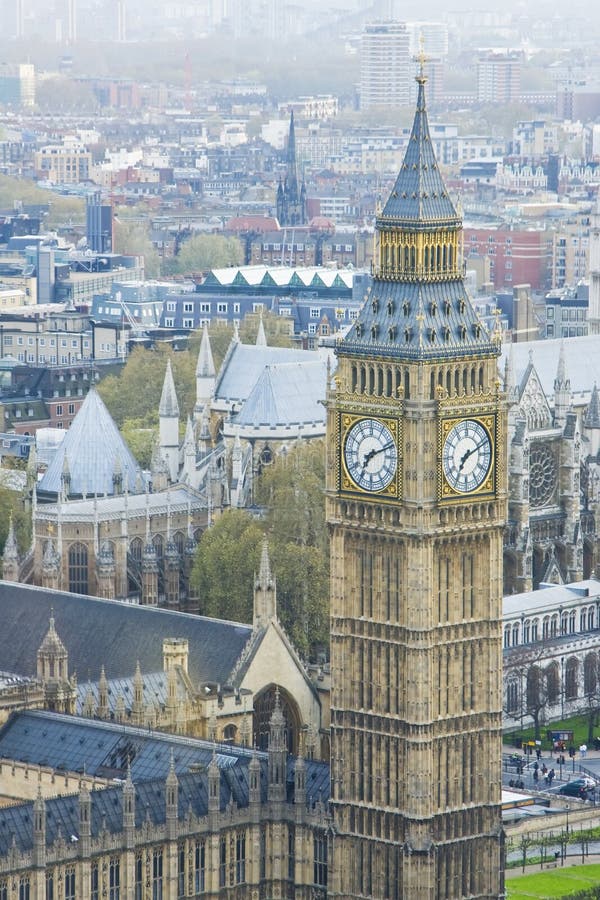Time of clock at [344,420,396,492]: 7:11
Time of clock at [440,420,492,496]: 7:11
